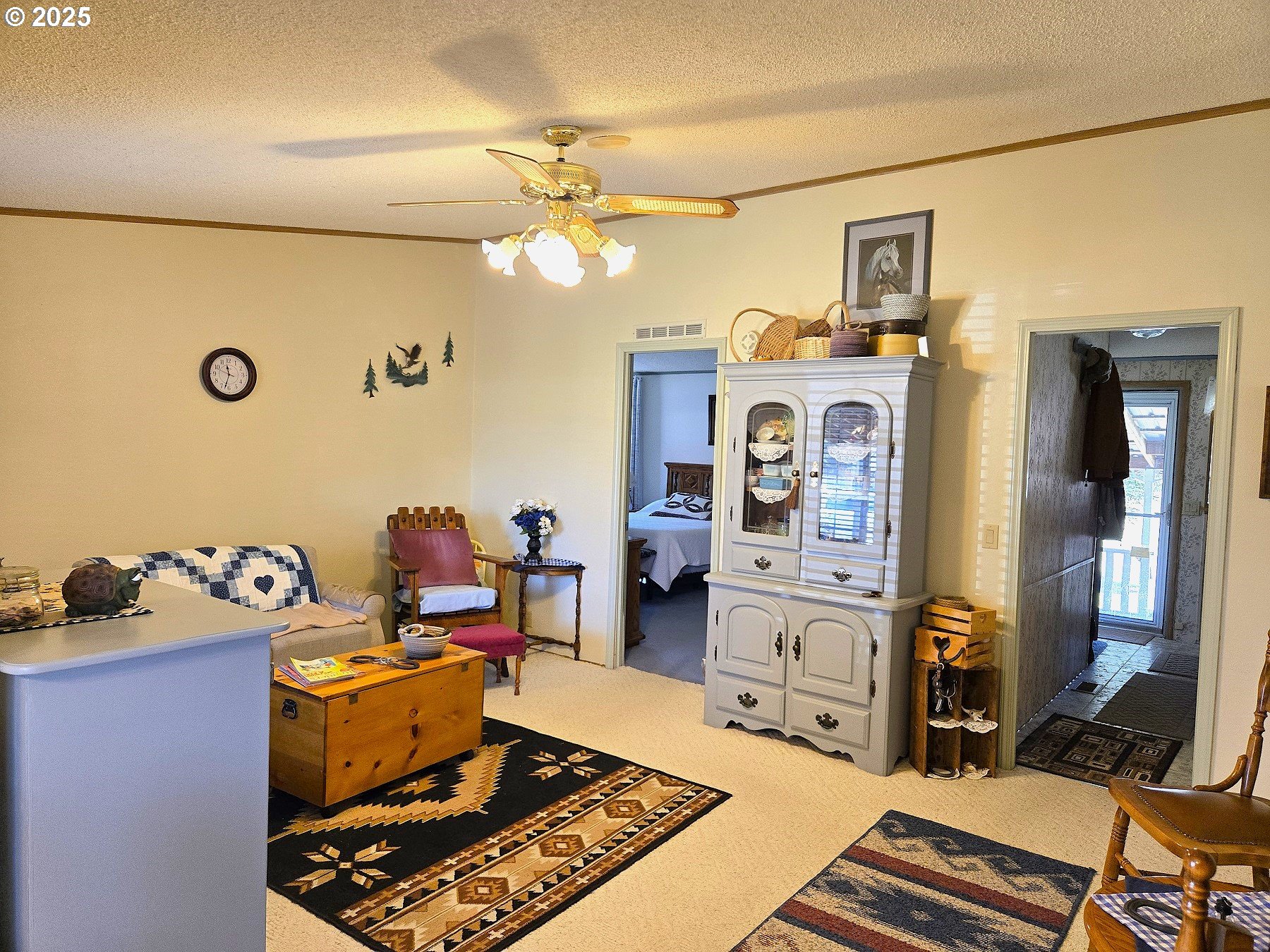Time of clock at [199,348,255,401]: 11:32
